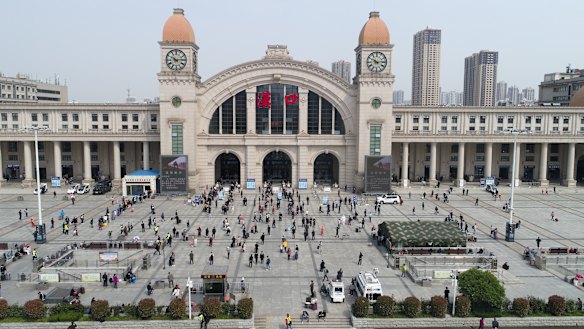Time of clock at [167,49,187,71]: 10:13
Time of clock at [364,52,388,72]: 10:13
